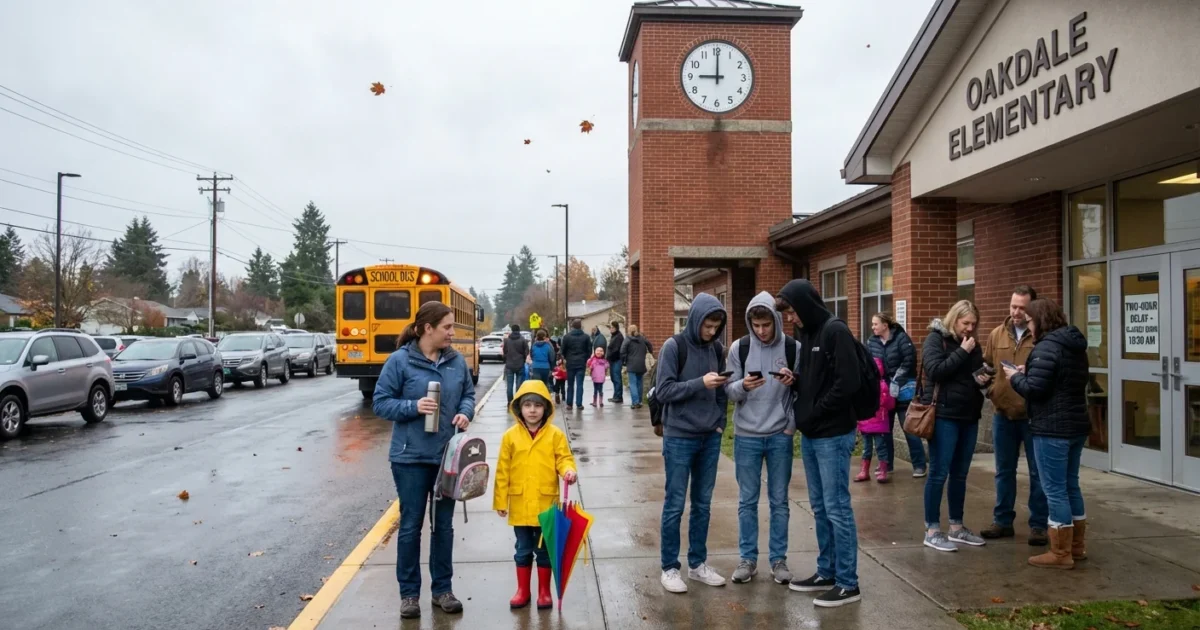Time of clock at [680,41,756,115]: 9:00
